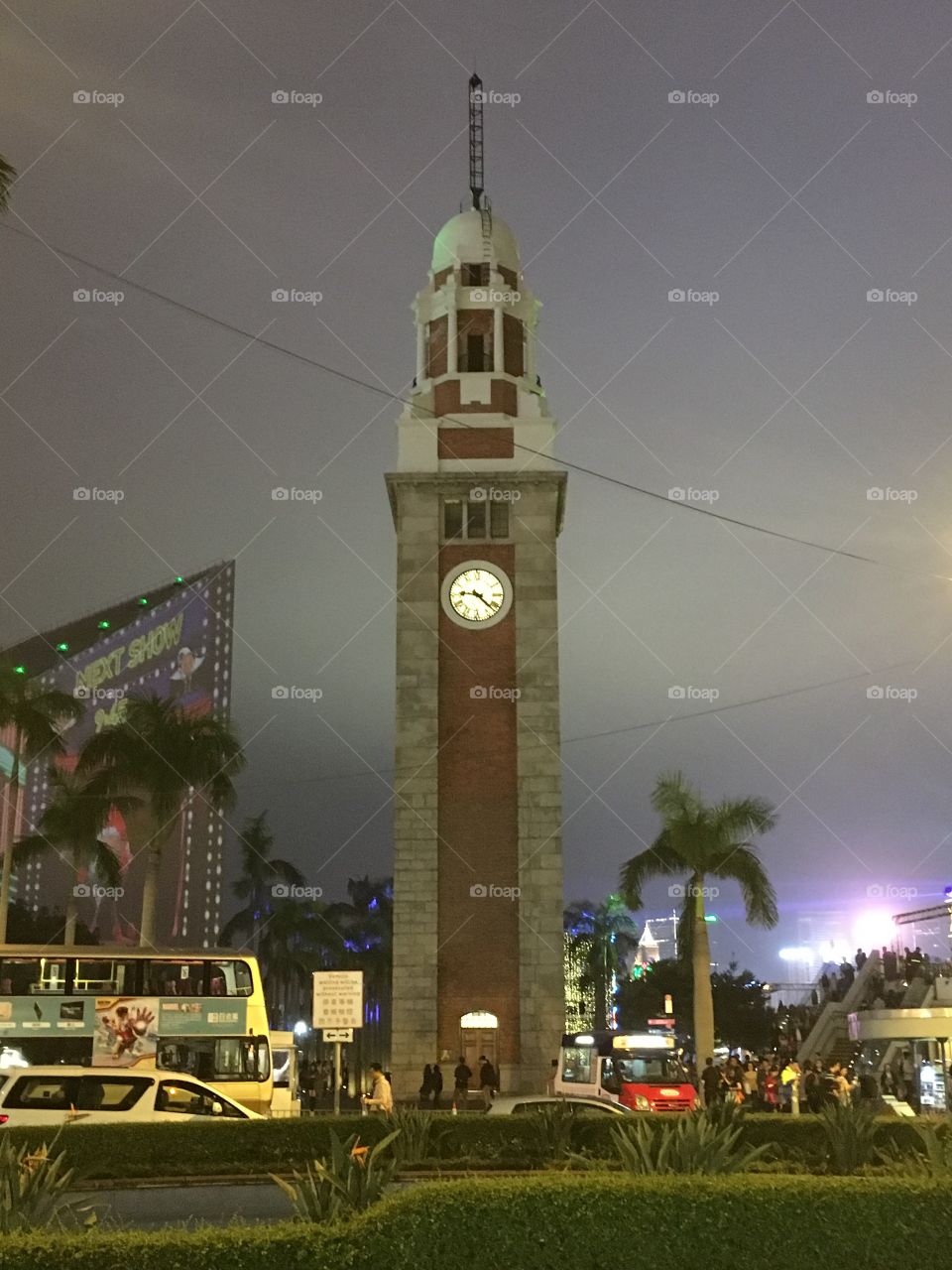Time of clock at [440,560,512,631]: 9:22
